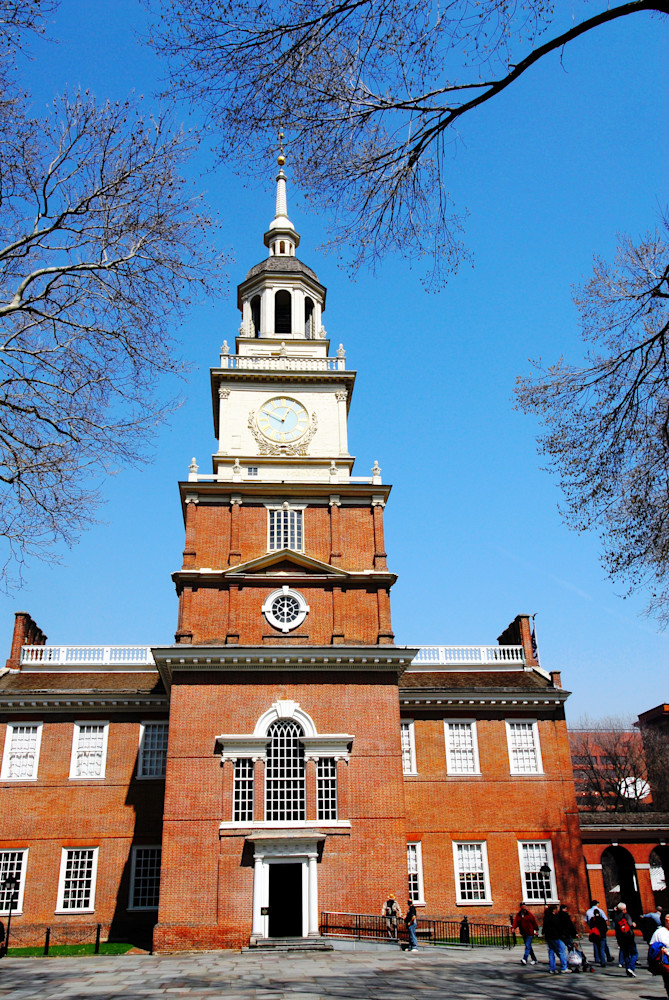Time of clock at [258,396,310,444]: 12:49
